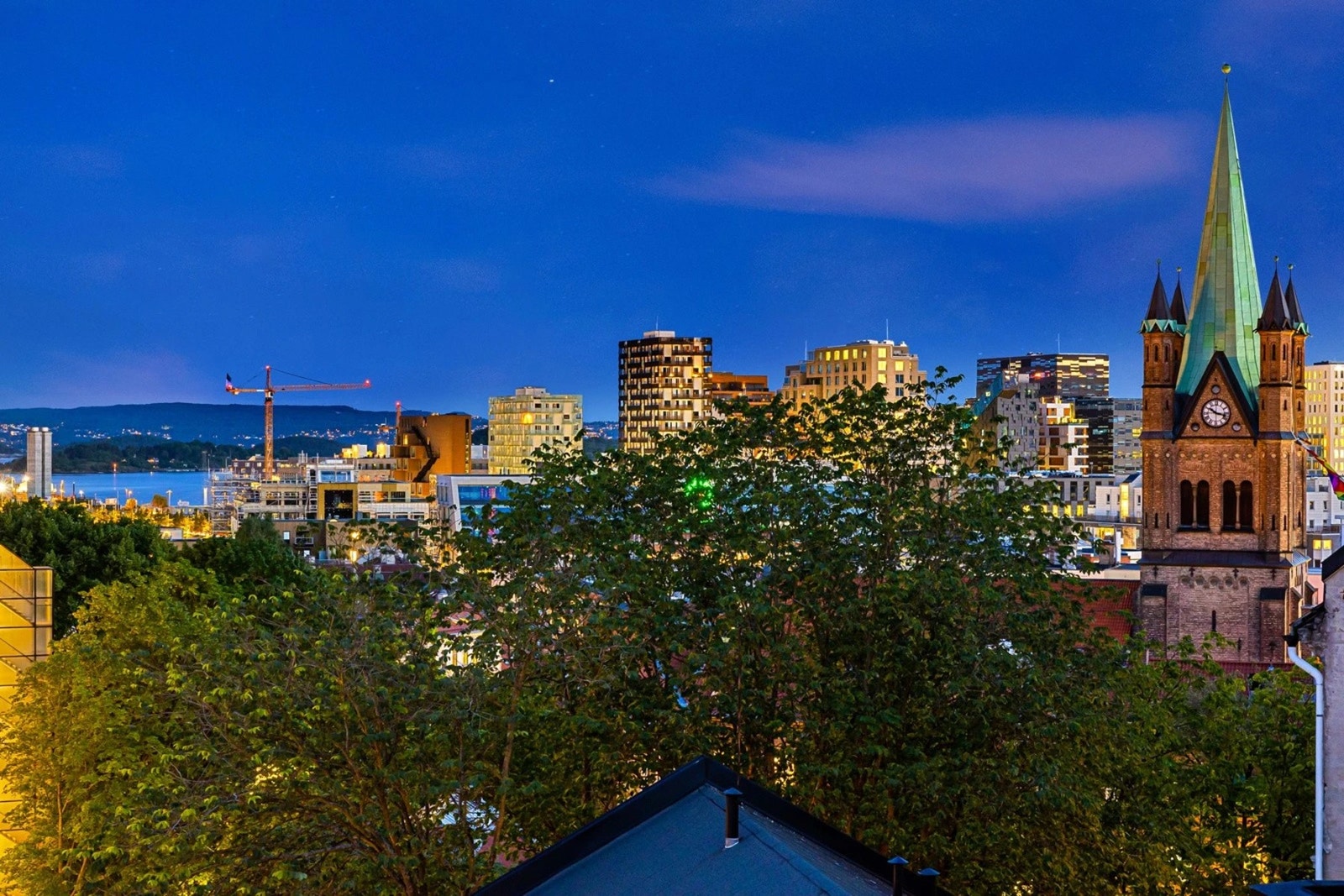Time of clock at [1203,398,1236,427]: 10:17
